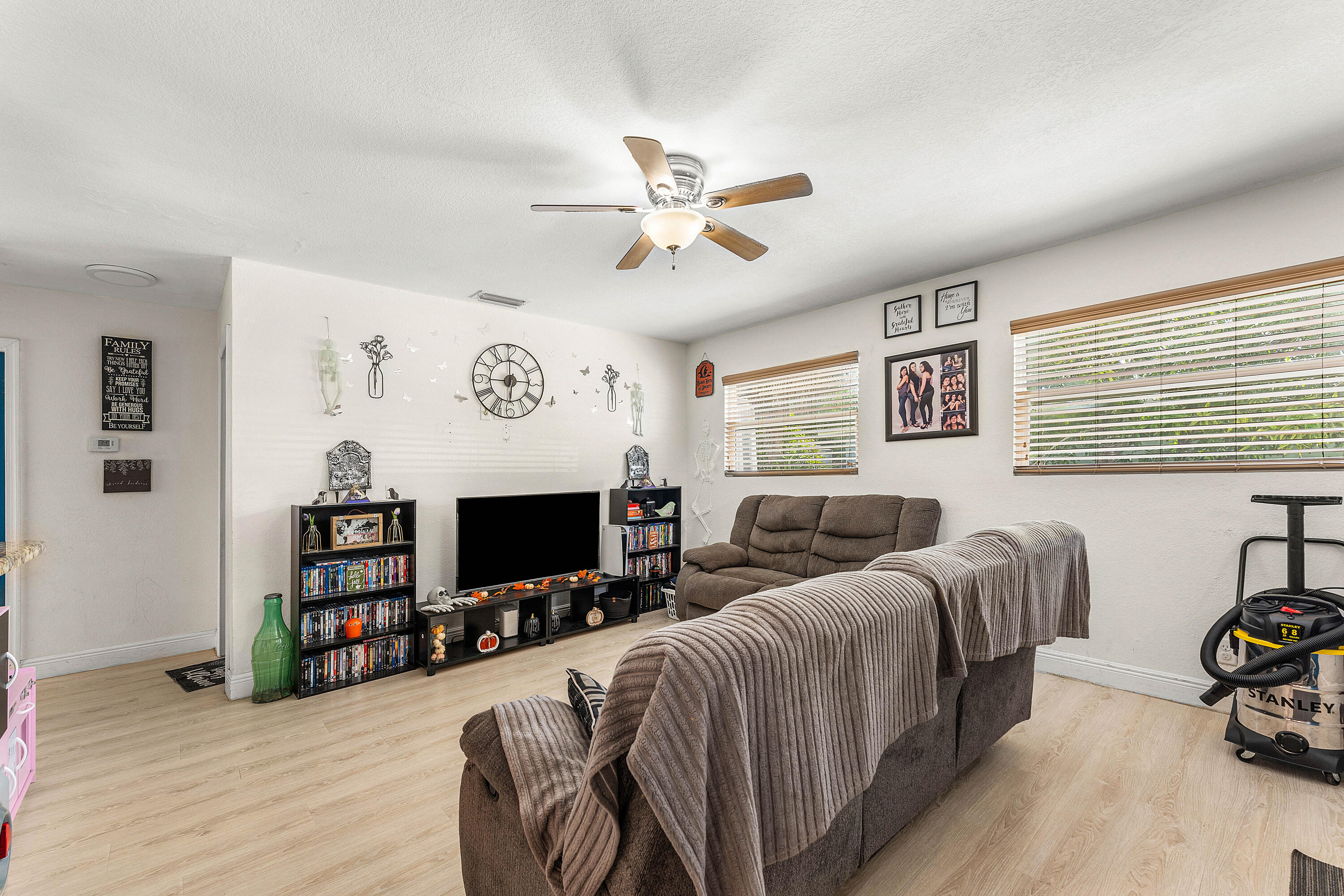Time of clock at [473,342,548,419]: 5:59
